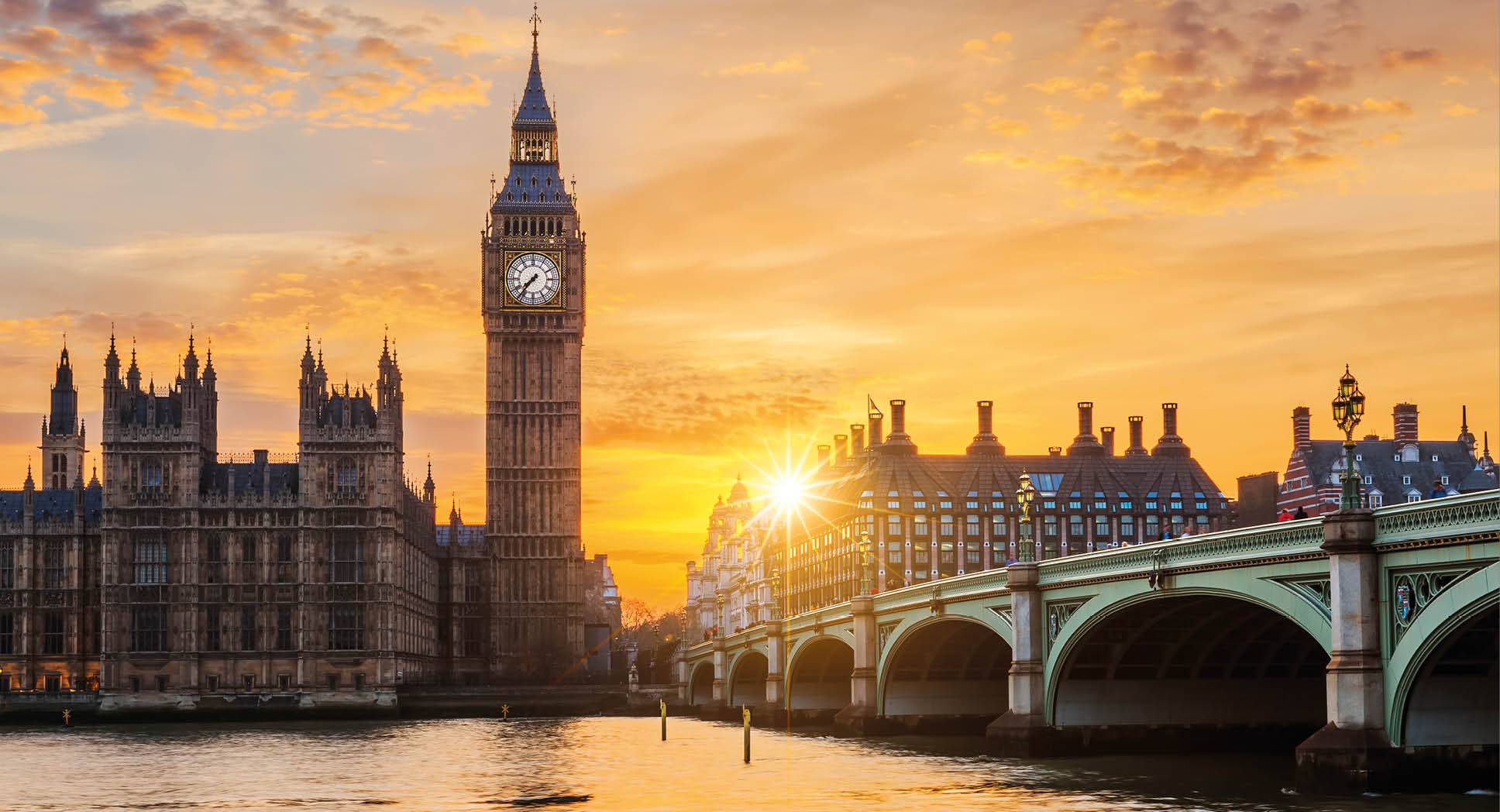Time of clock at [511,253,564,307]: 7:36
